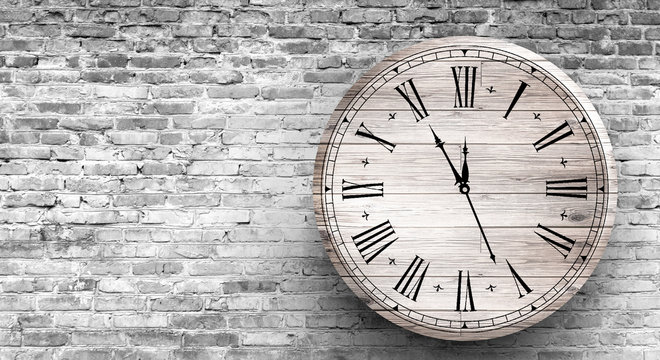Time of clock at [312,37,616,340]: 11:55
